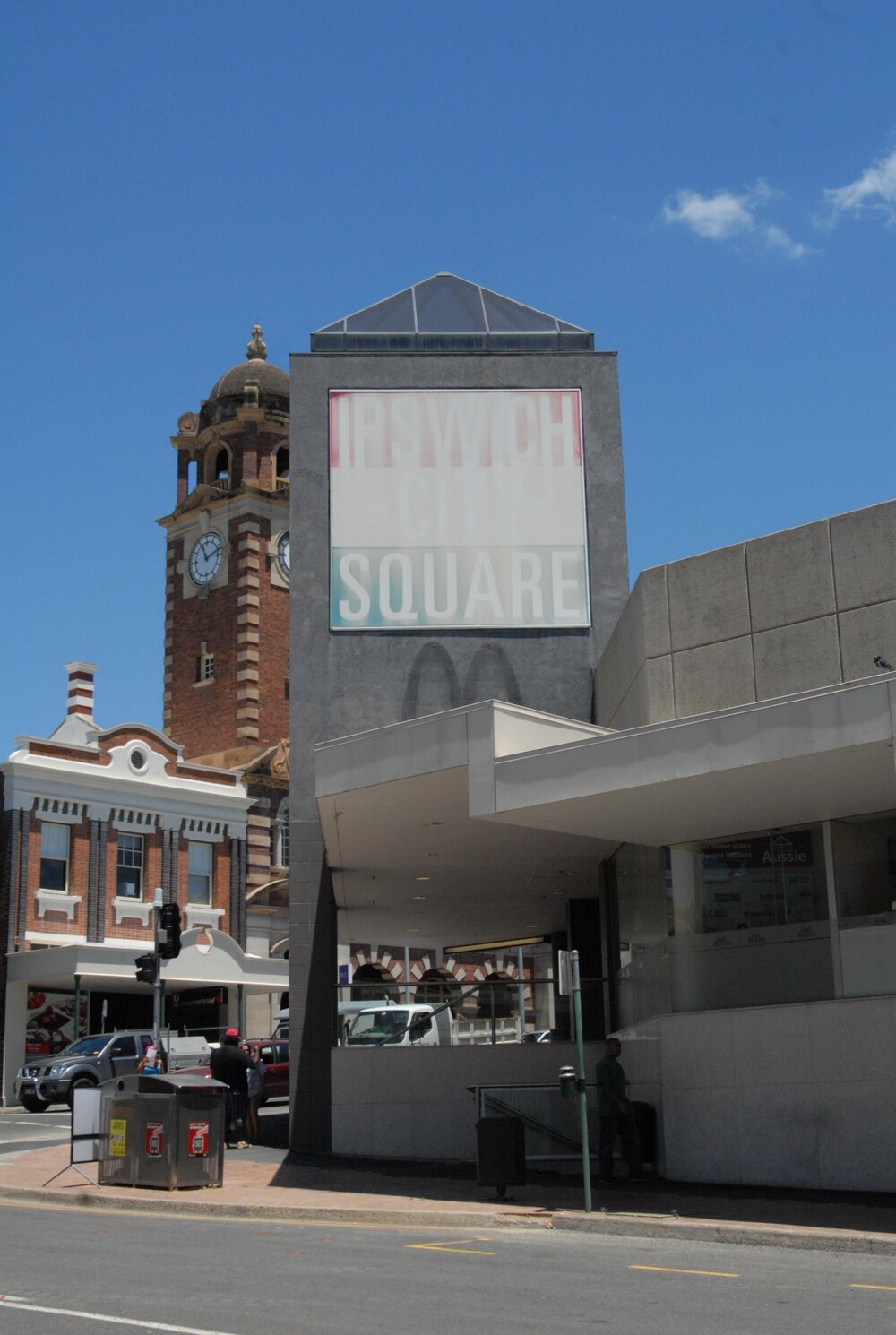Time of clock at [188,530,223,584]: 11:12
